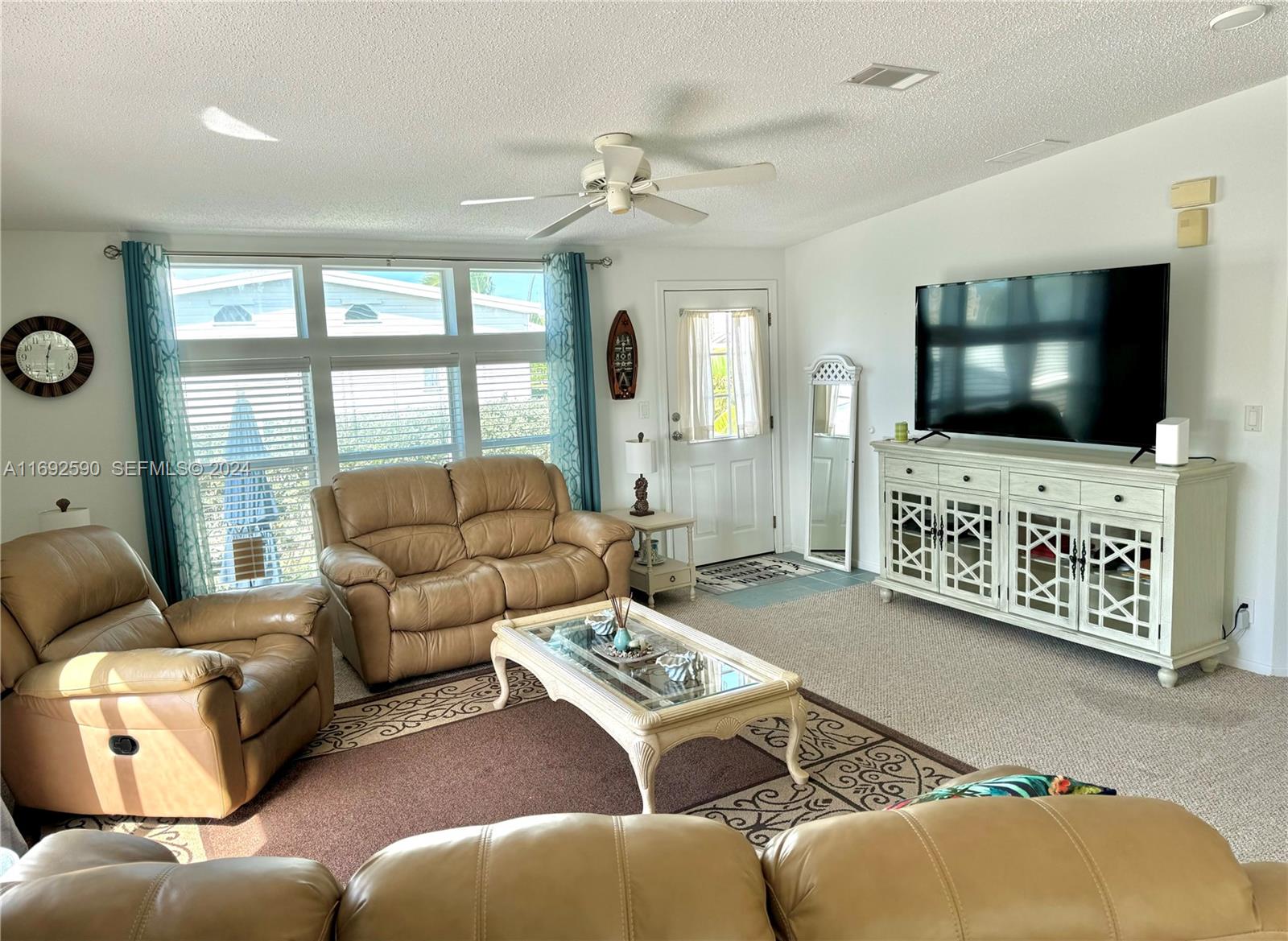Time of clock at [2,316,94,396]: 12:30
